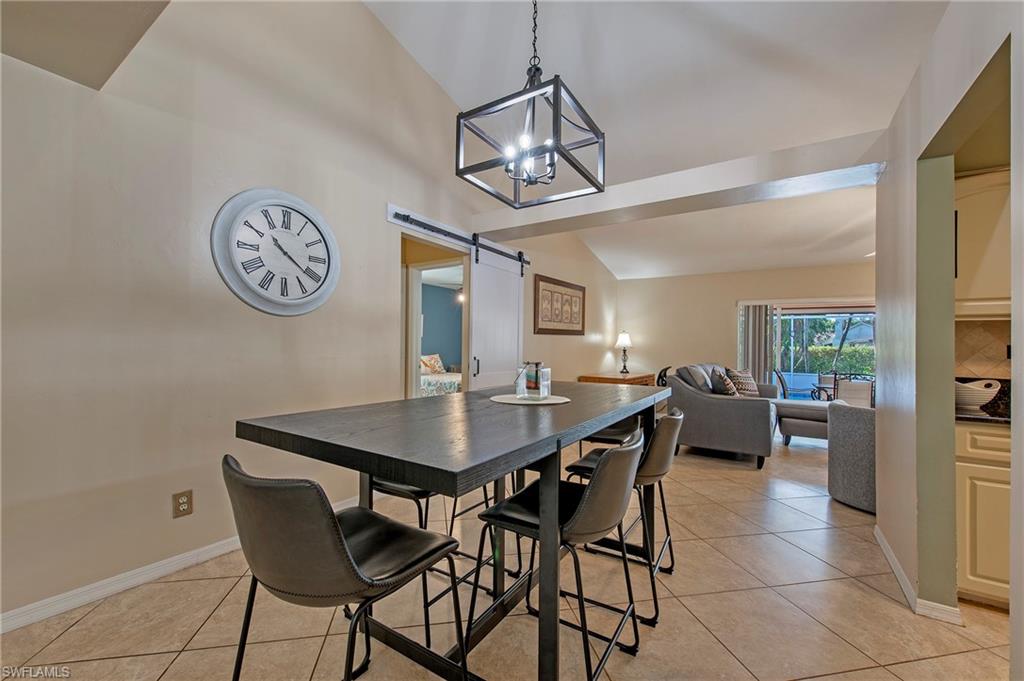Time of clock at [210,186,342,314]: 10:20
